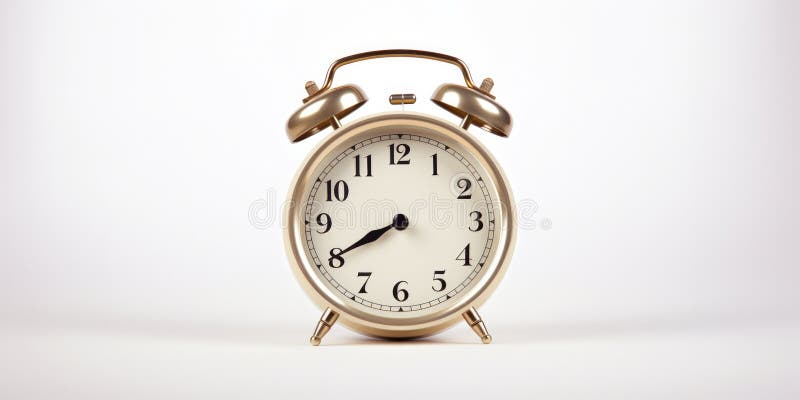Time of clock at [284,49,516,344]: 7:40
